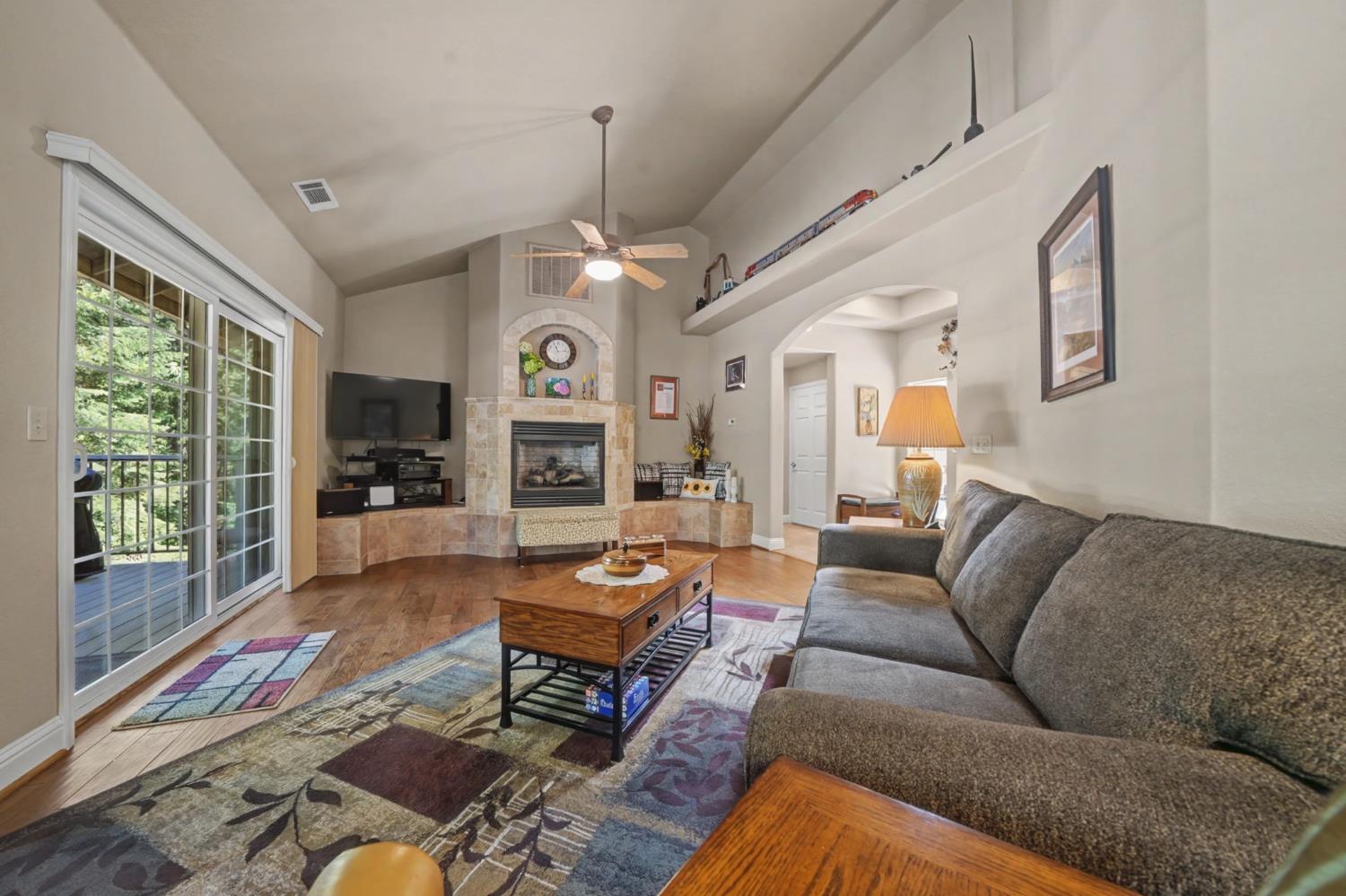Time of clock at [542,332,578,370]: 11:13
